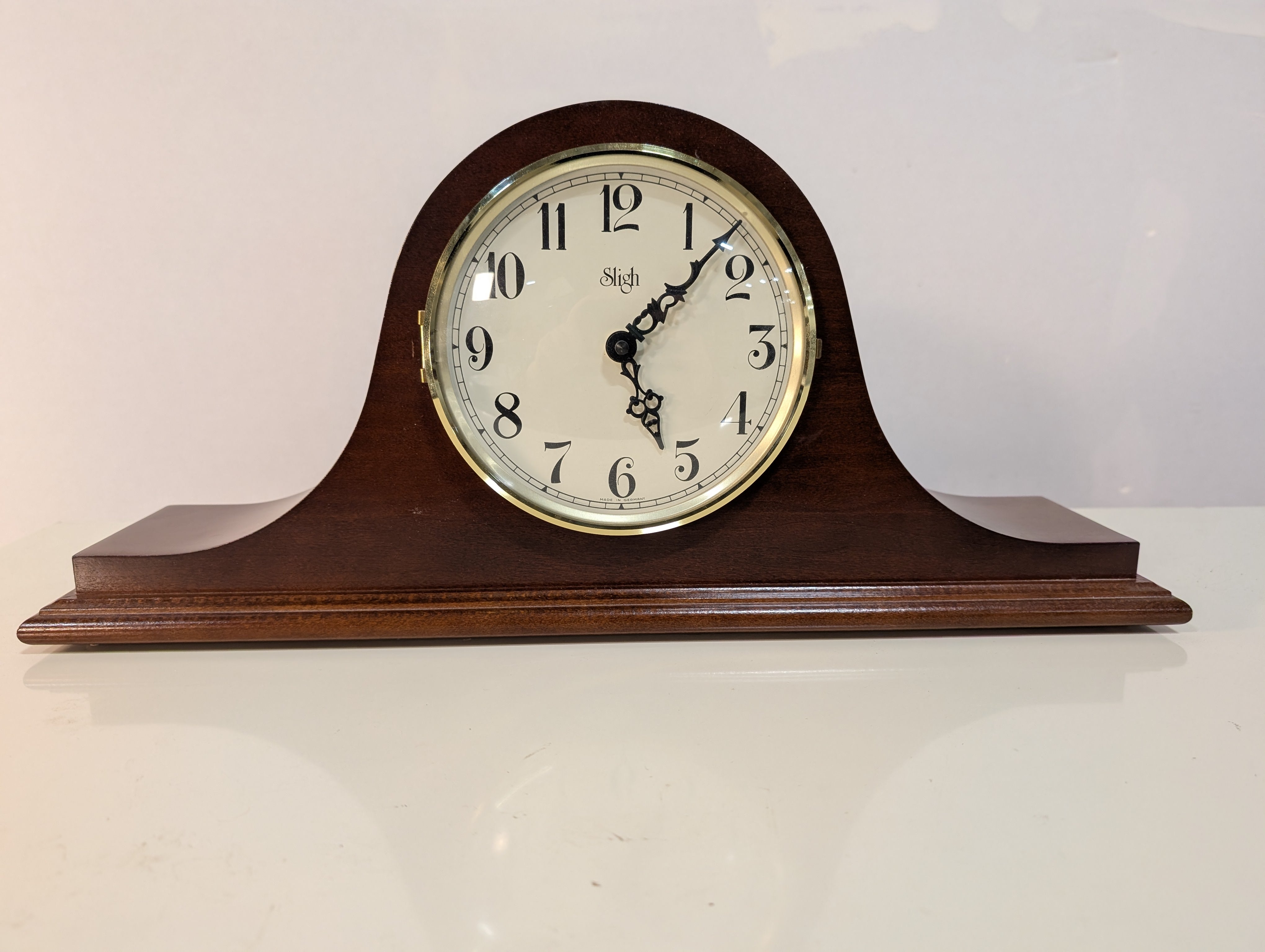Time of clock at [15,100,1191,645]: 5:07
